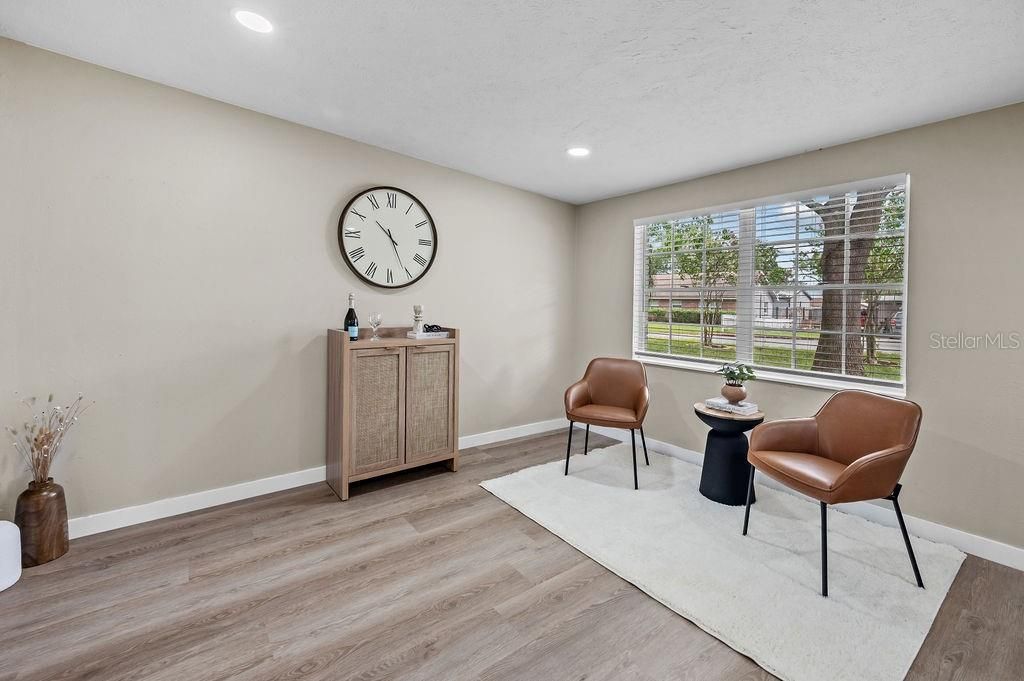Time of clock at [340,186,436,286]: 10:25
